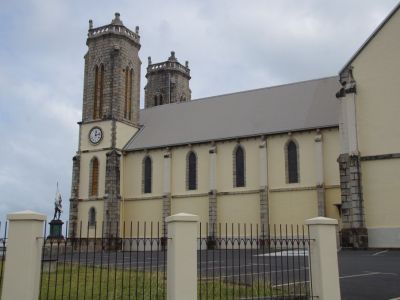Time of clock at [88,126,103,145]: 12:12
